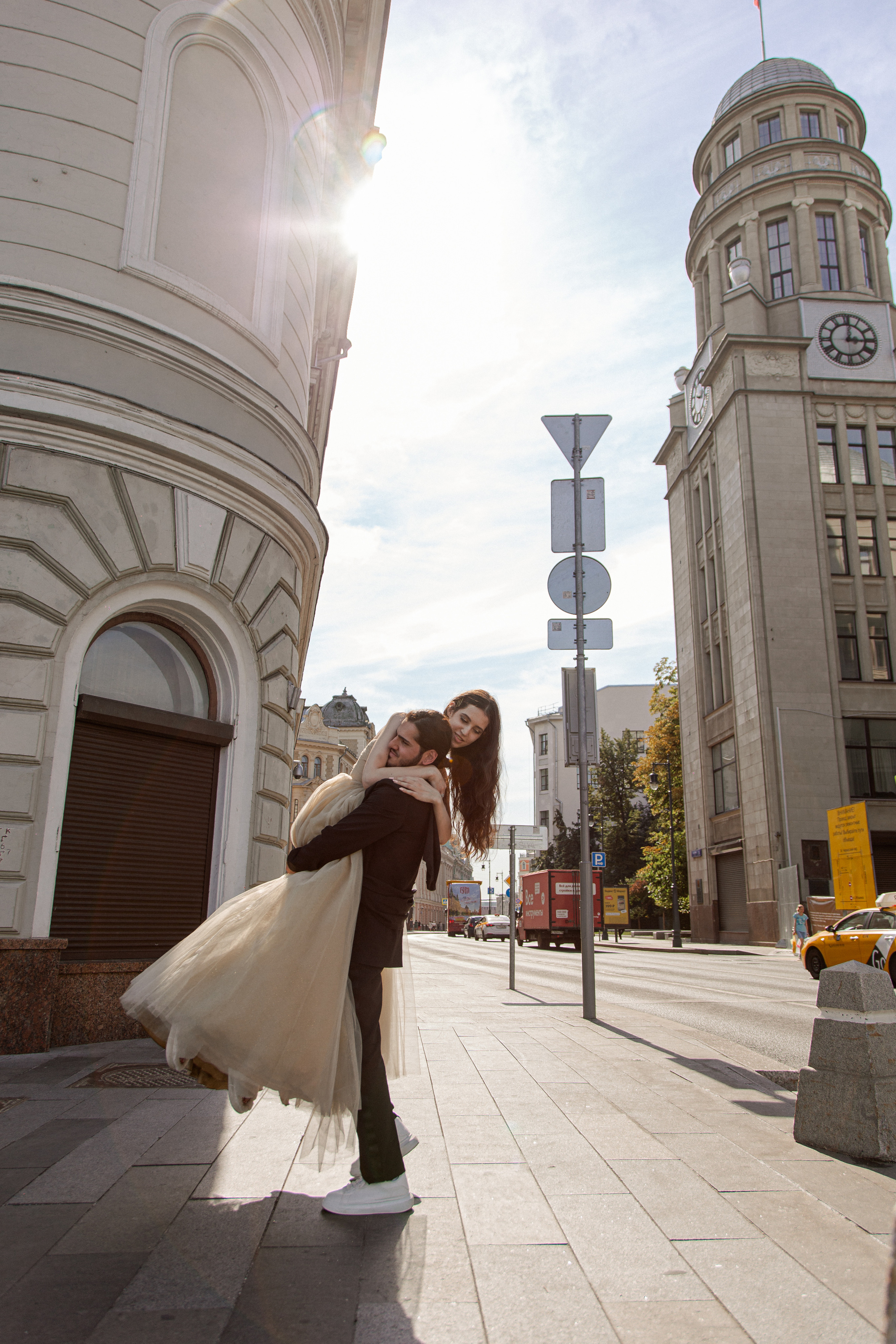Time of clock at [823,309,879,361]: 3:01
